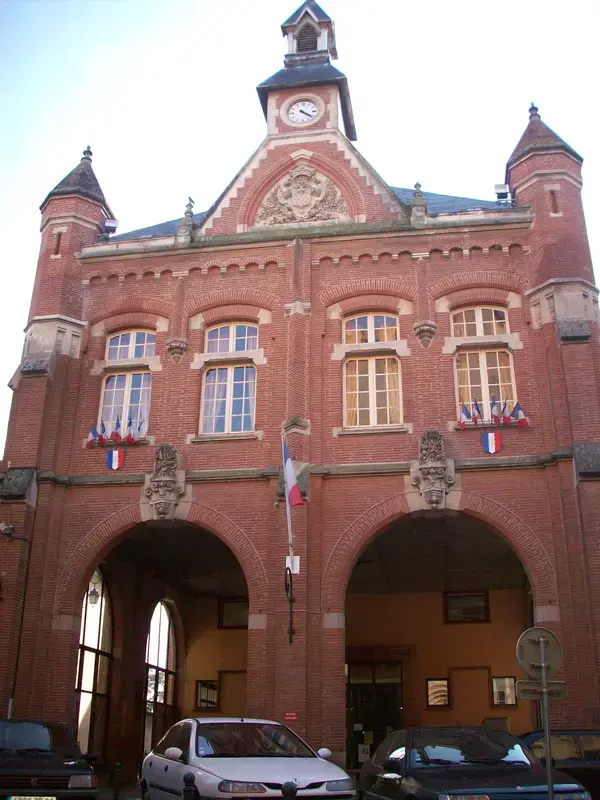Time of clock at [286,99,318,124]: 4:21
